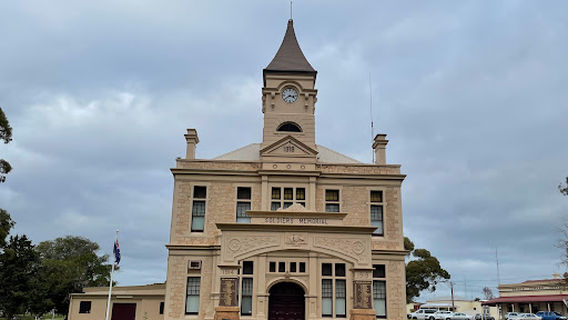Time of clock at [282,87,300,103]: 3:39
